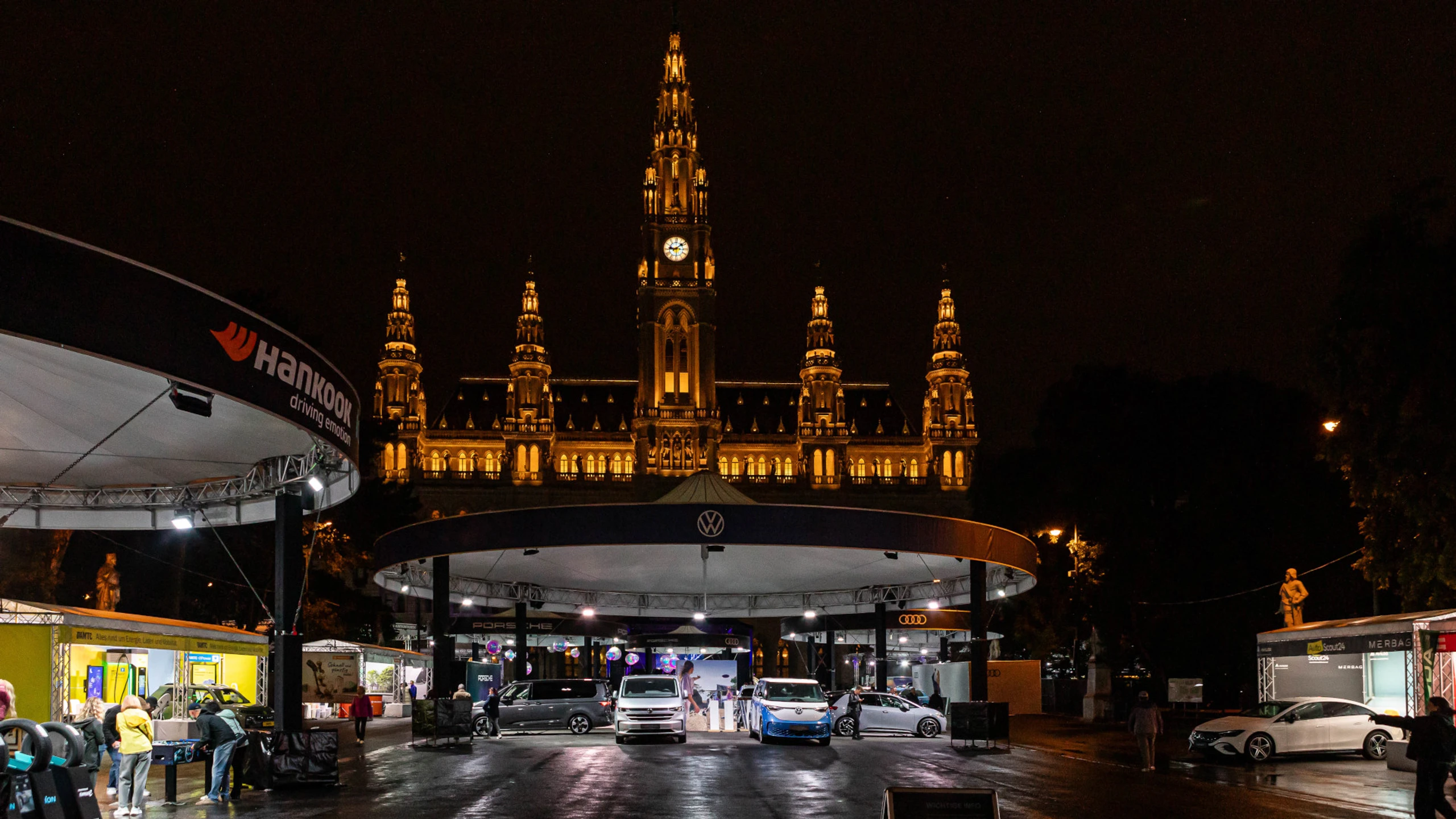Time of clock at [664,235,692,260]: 9:08
